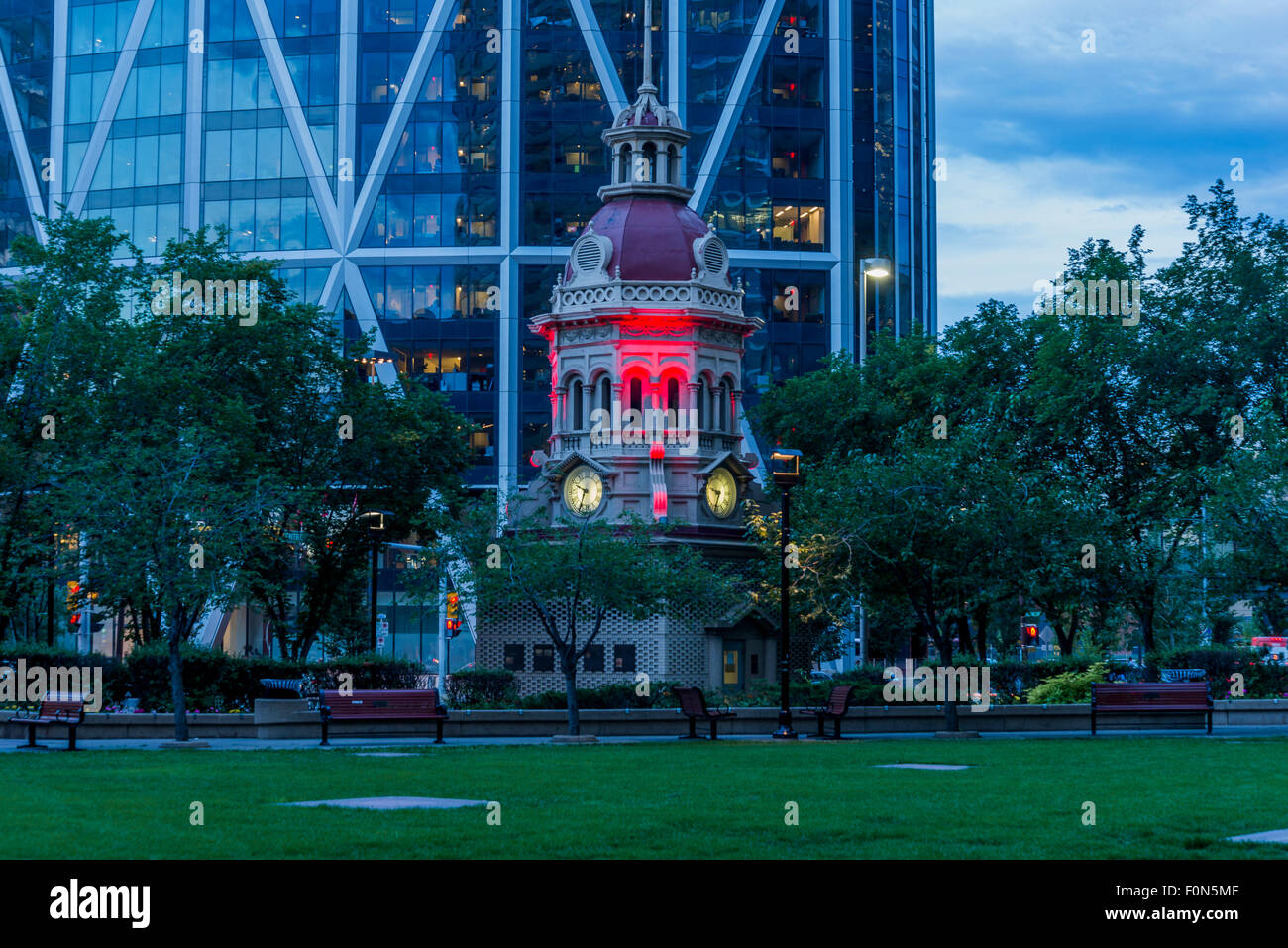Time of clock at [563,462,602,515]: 9:34
